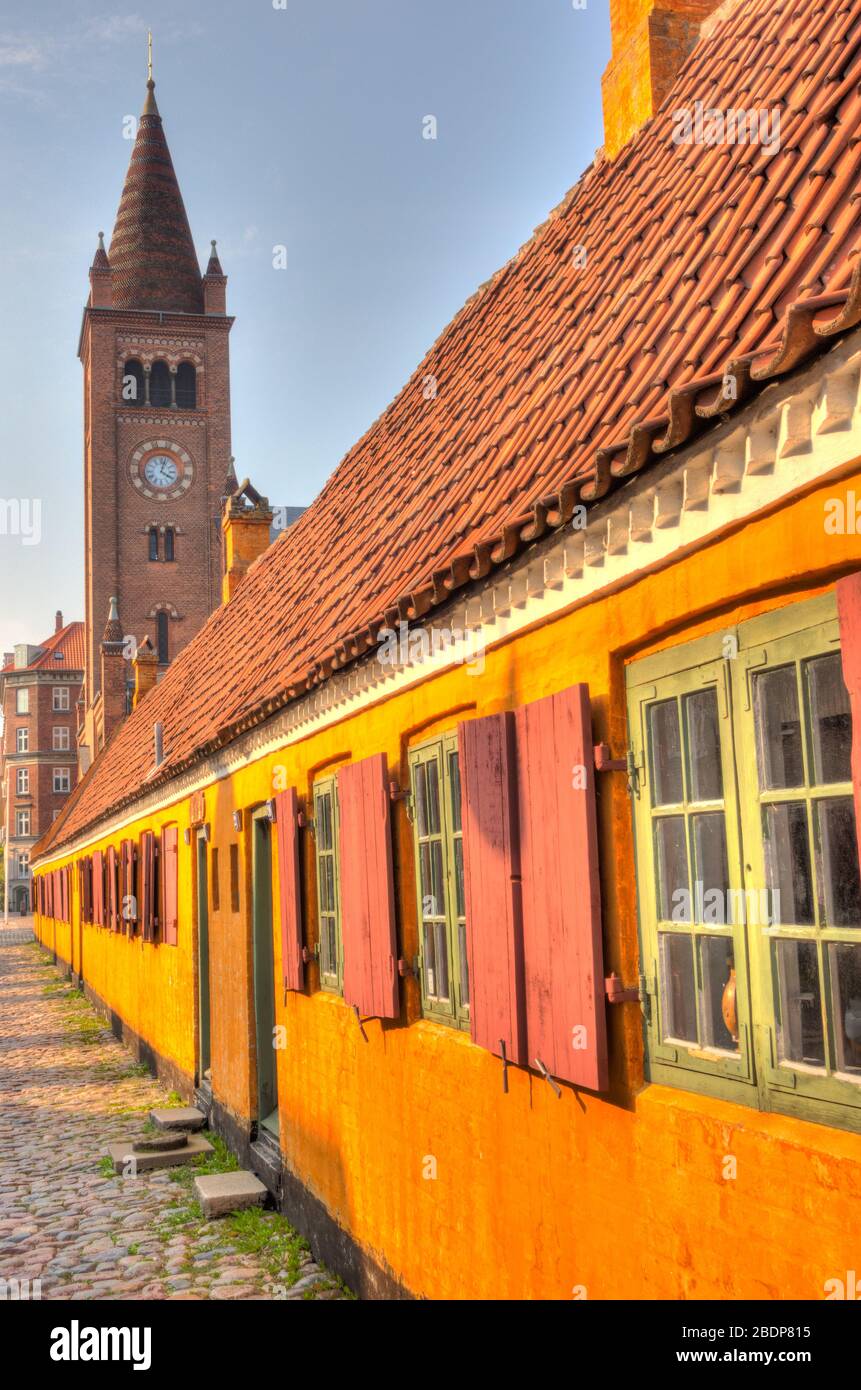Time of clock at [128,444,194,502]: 4:02
